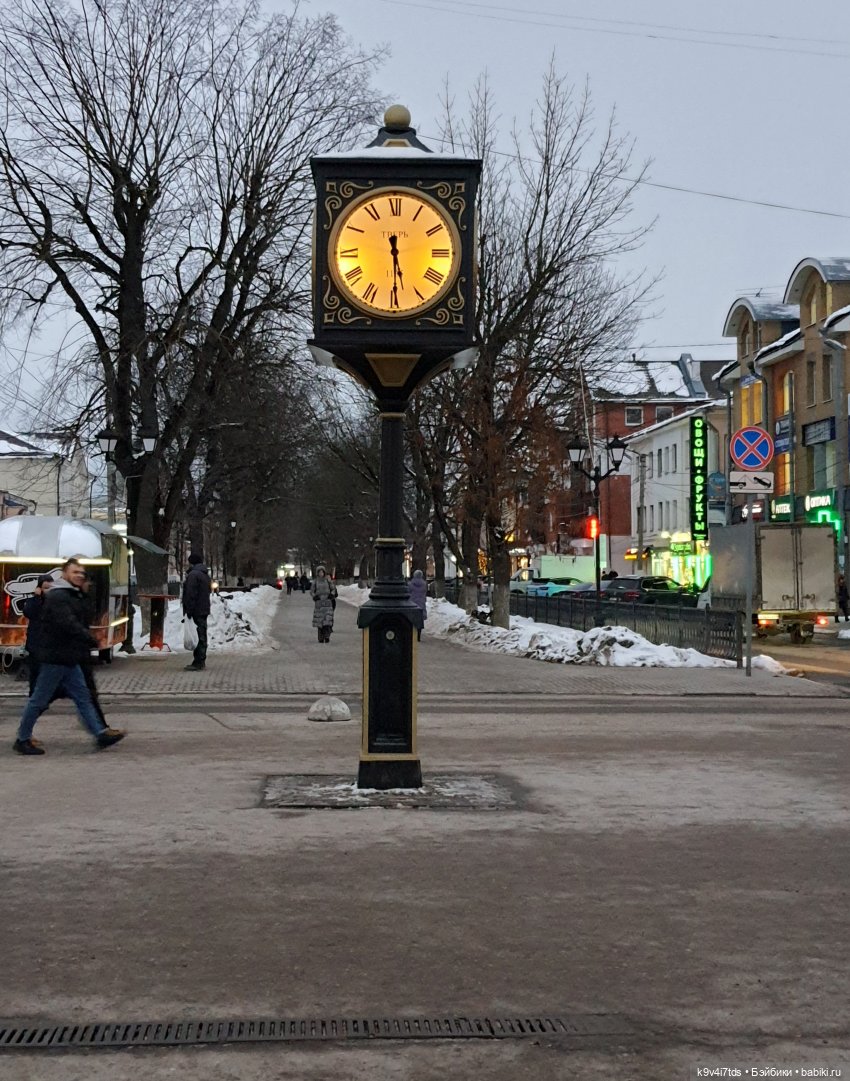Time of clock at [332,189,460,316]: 5:29
